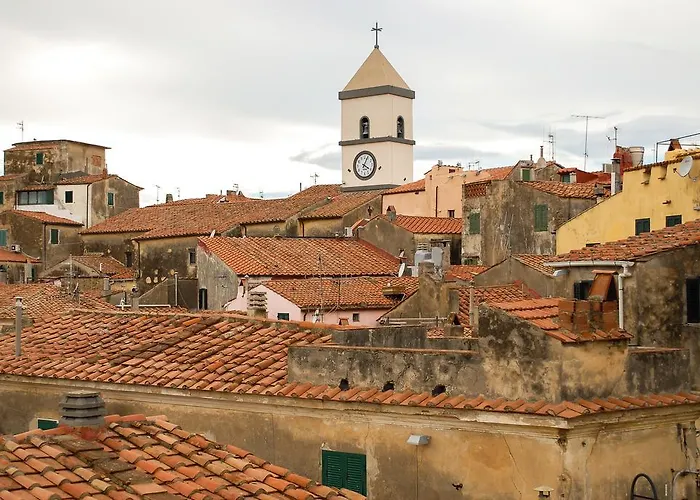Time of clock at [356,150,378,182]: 4:04
